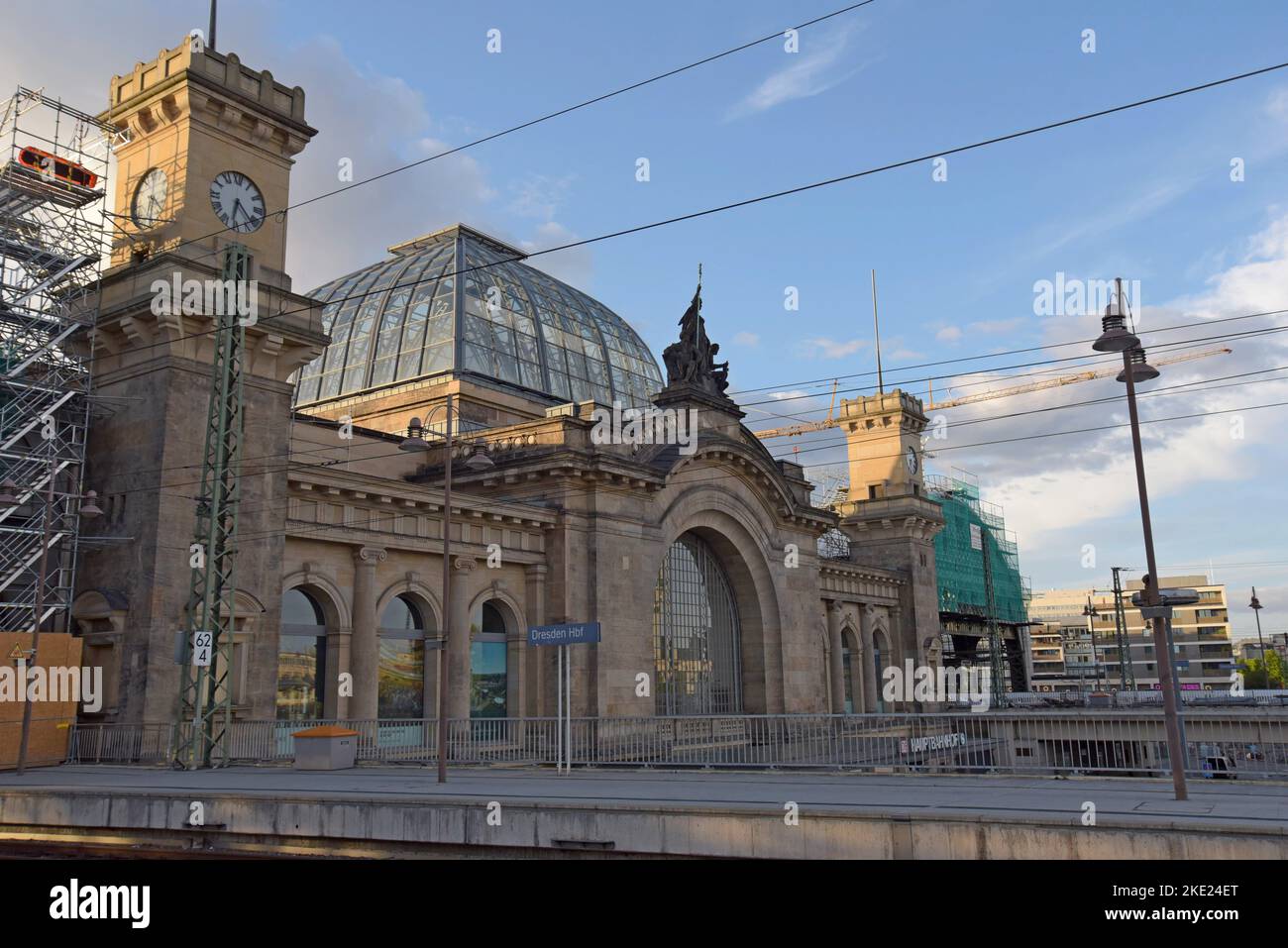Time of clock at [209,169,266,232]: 6:23
